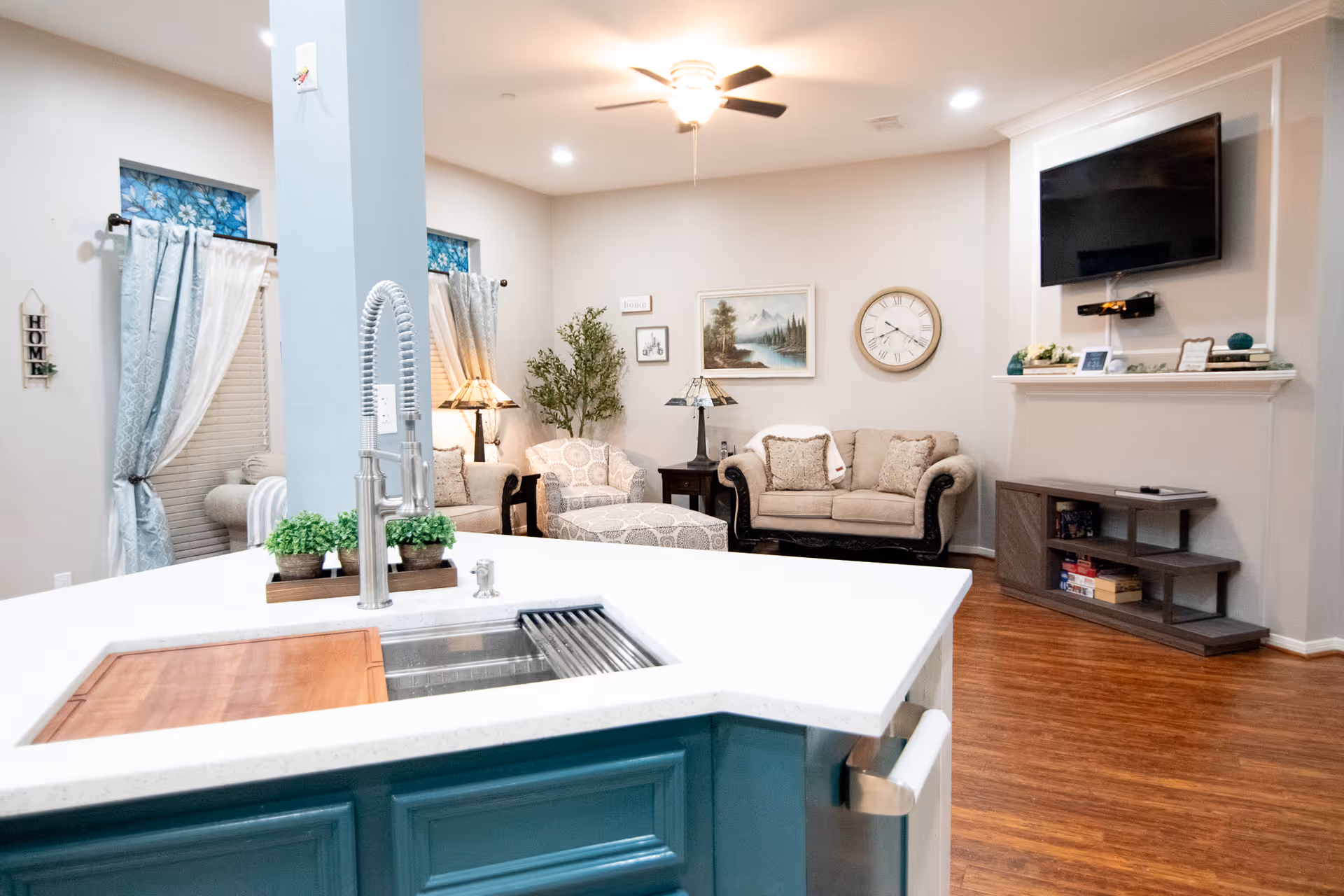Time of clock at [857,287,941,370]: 8:20
